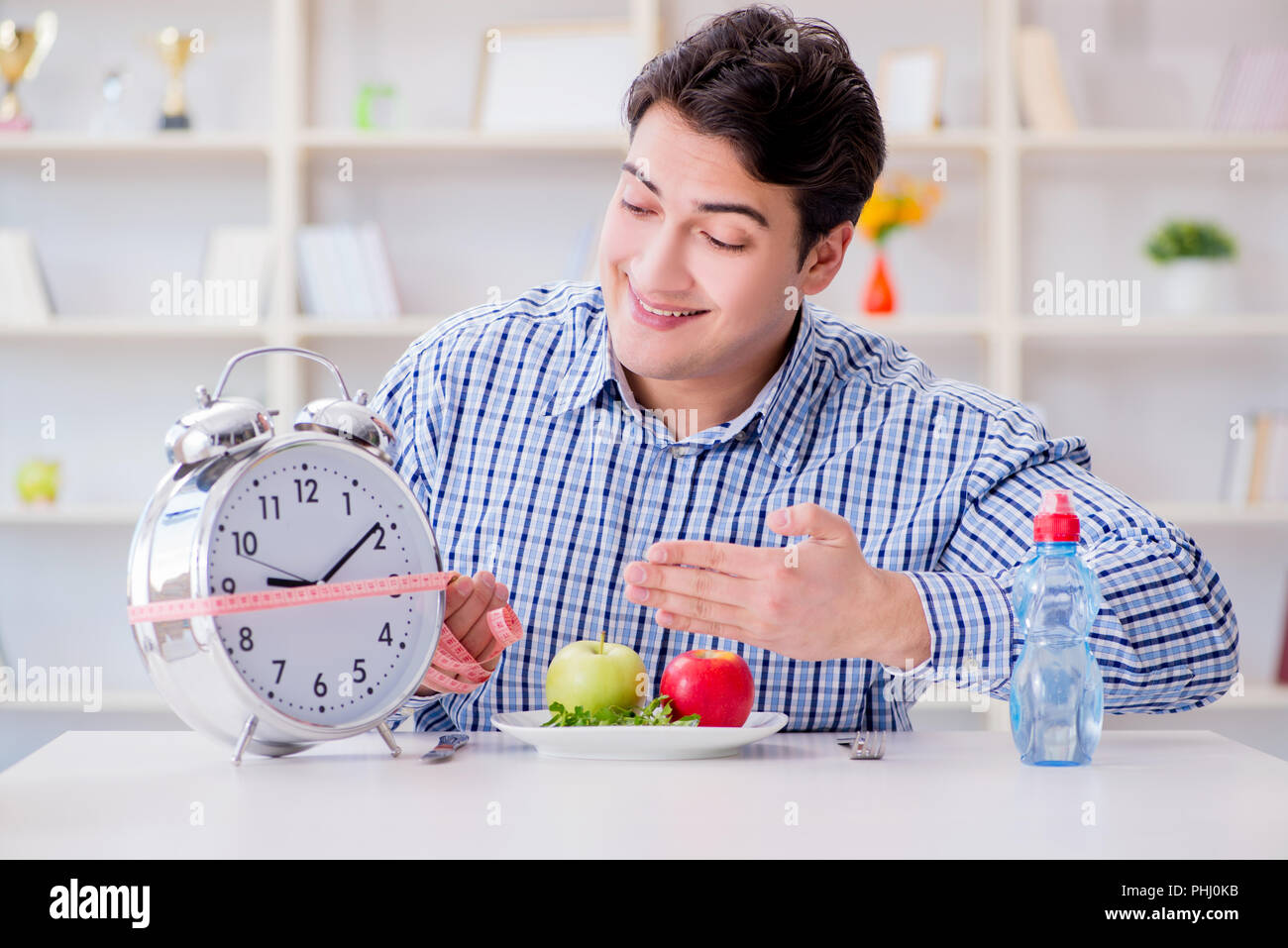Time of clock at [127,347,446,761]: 9:09
